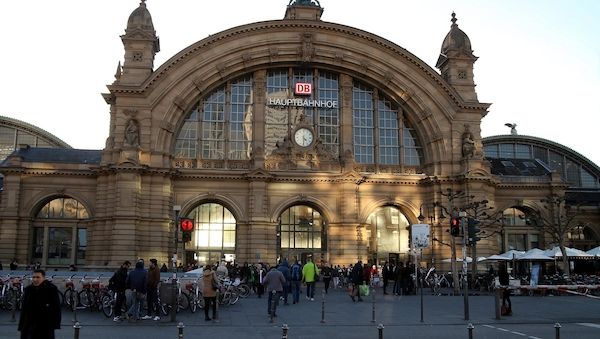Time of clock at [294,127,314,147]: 4:30
